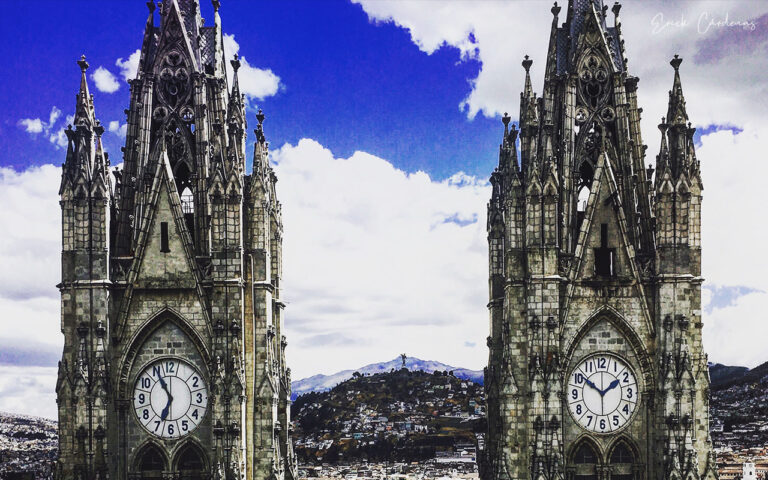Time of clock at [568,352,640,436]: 1:50
